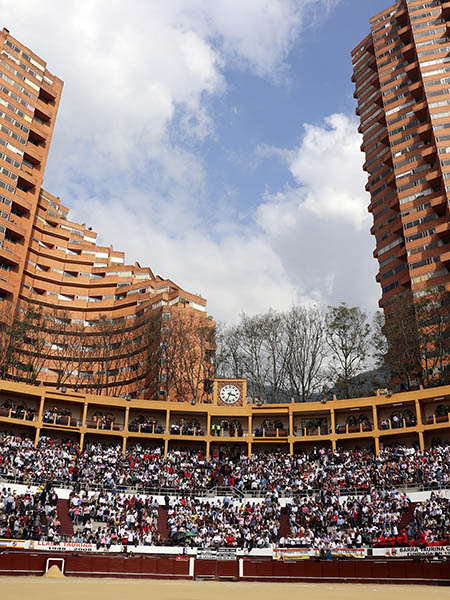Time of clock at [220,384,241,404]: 3:33
